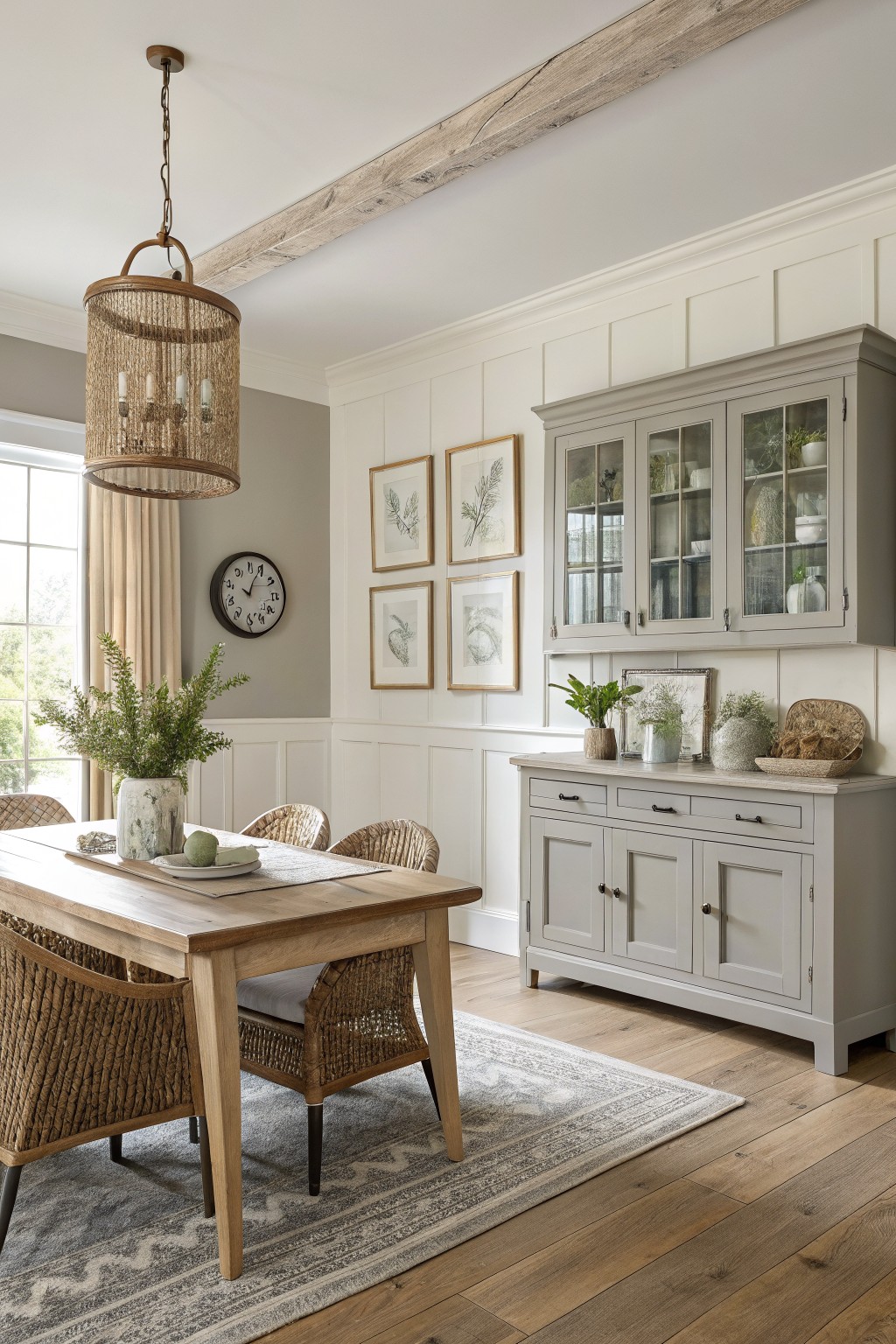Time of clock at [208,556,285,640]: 10:04
